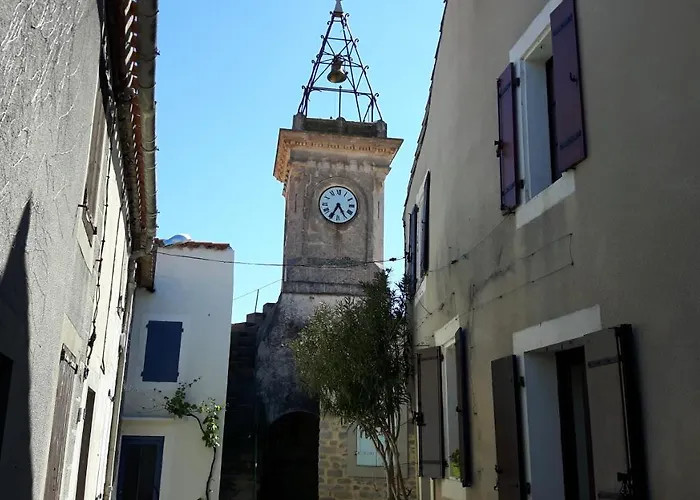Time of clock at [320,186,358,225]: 4:34
